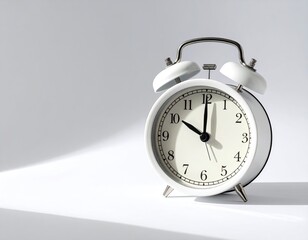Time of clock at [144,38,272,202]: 10:00
